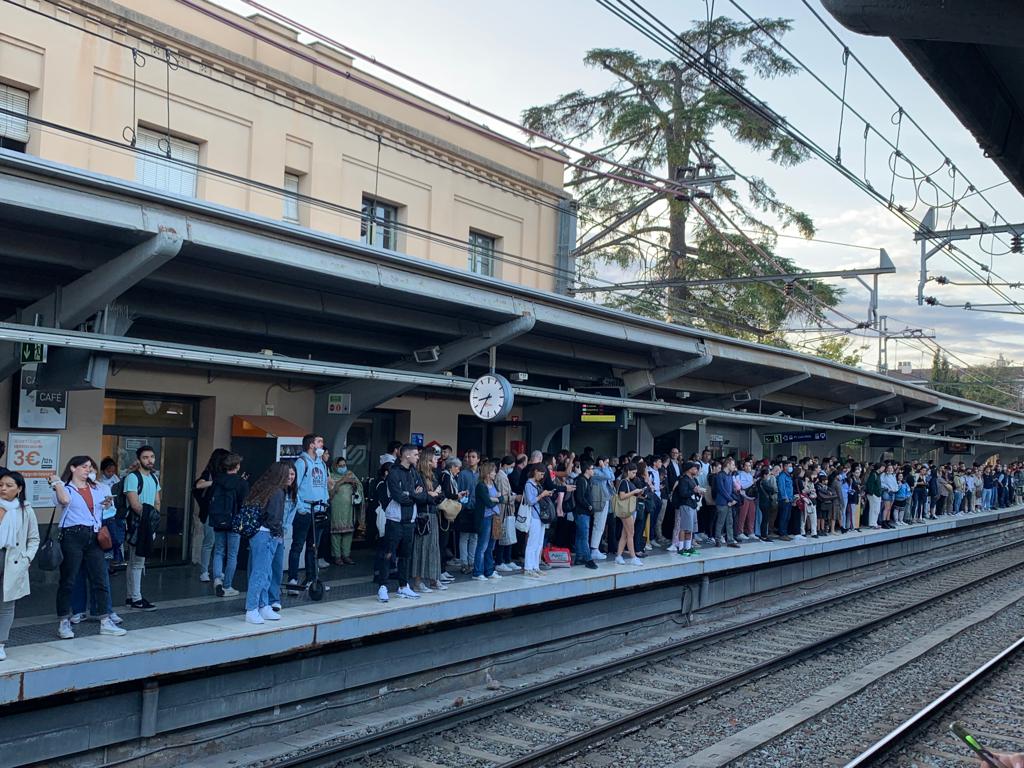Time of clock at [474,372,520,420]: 8:35
